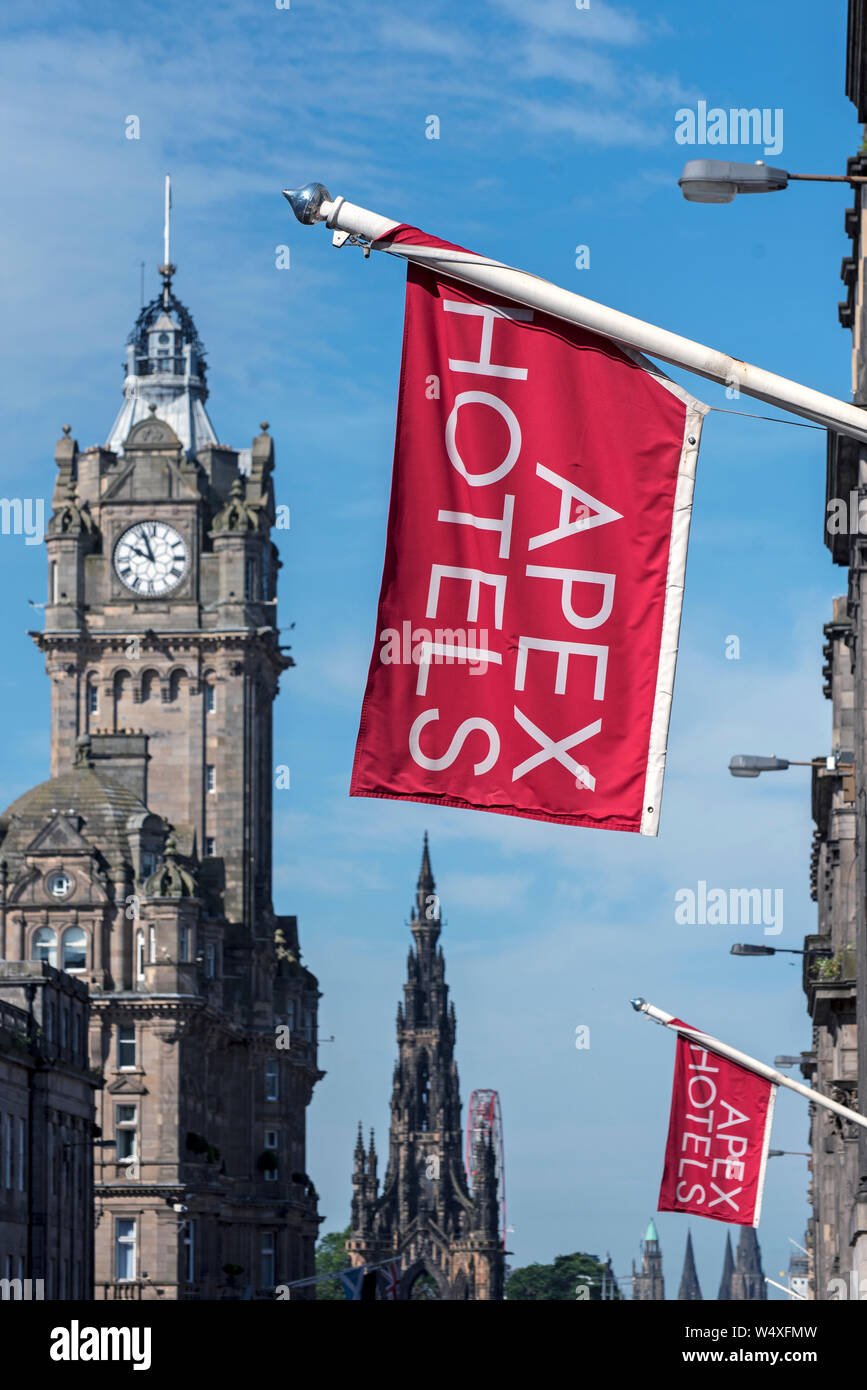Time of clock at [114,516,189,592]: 9:56
